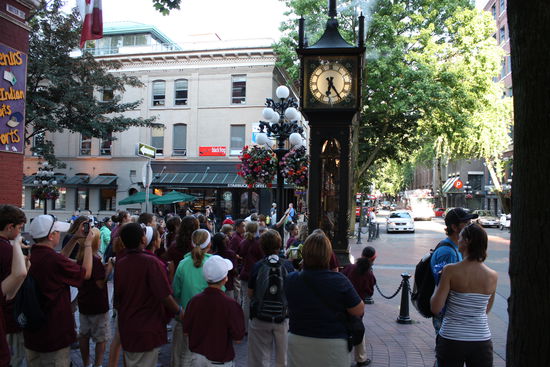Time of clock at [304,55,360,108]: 6:24
